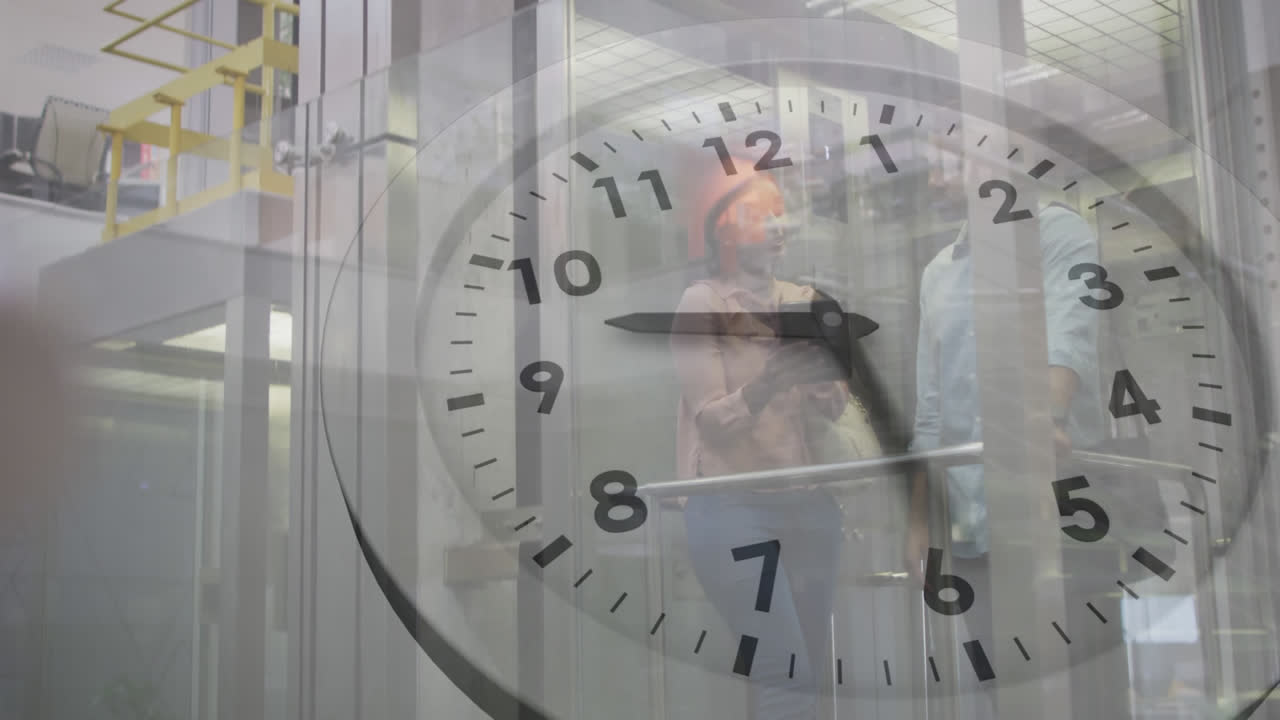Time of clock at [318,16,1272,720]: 9:29
